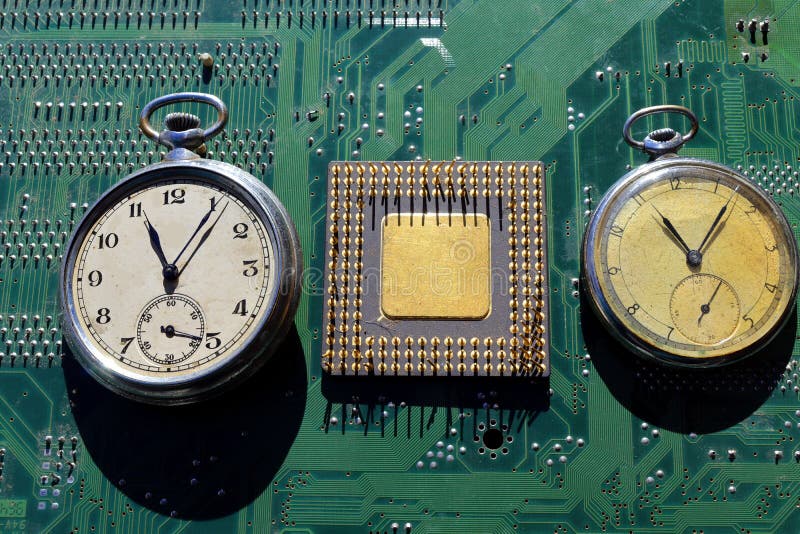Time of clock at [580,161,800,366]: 11:07
